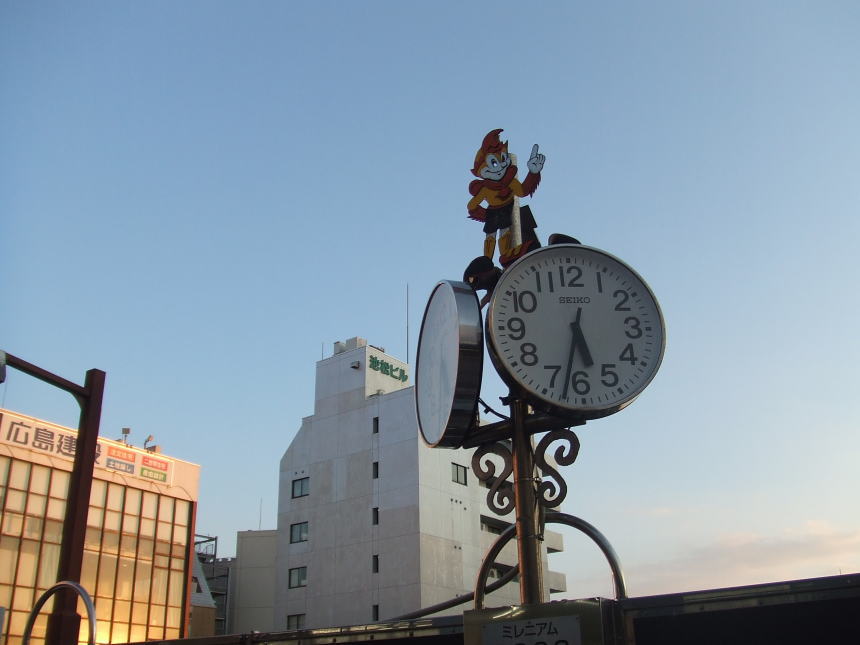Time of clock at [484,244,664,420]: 5:32
